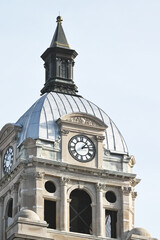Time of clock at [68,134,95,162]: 1:12
